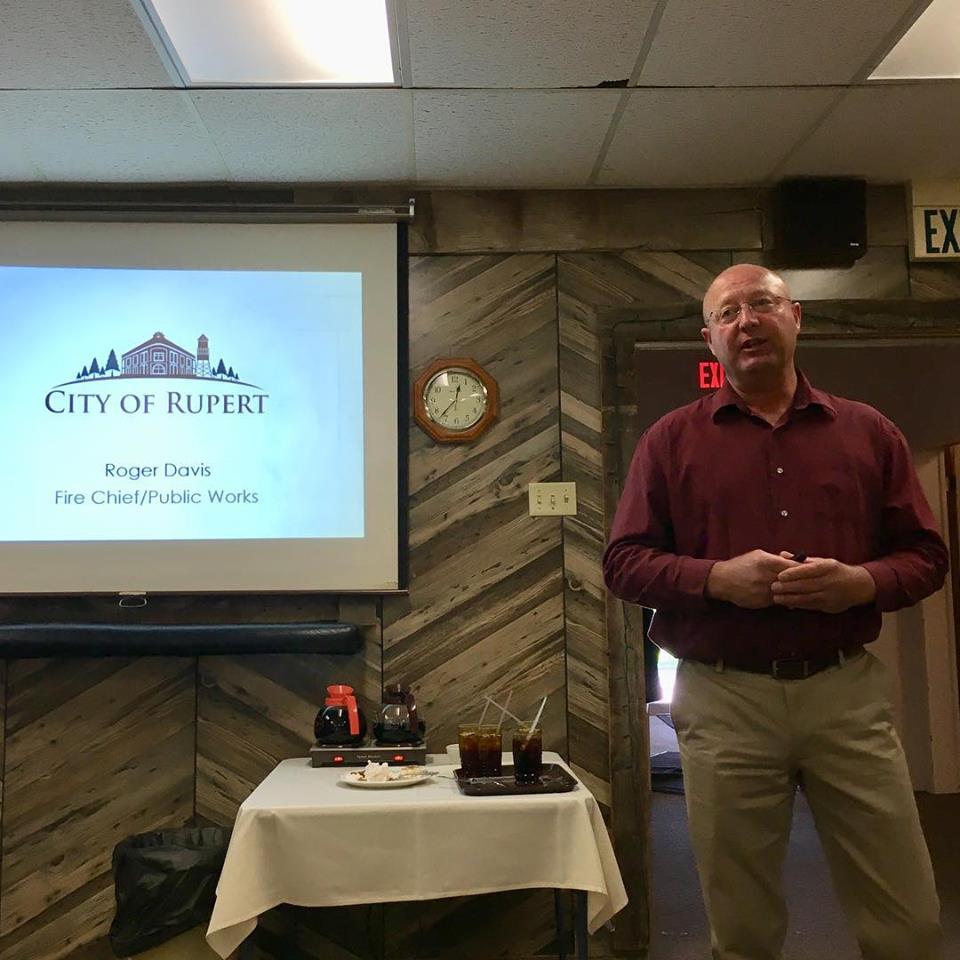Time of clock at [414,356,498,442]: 12:37
